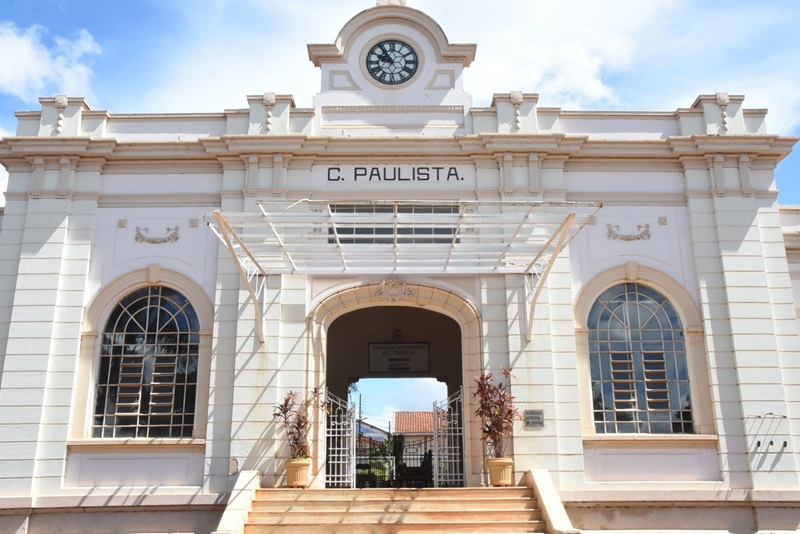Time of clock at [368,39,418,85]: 9:54
